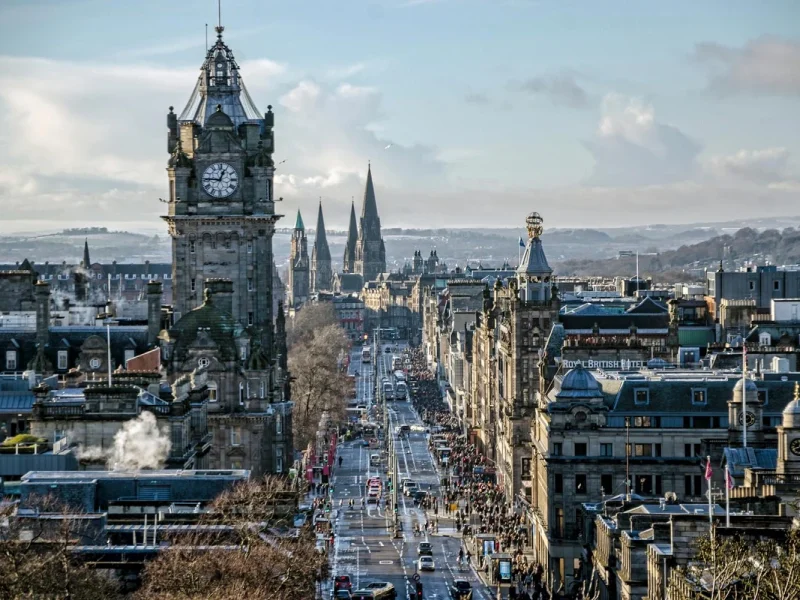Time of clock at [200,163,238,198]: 12:45
